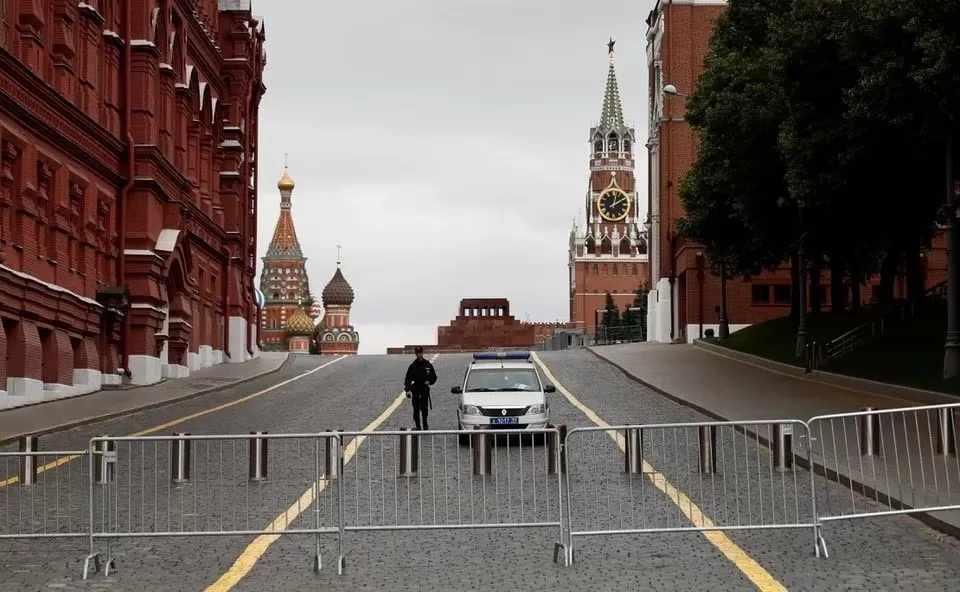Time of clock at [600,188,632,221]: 2:02
